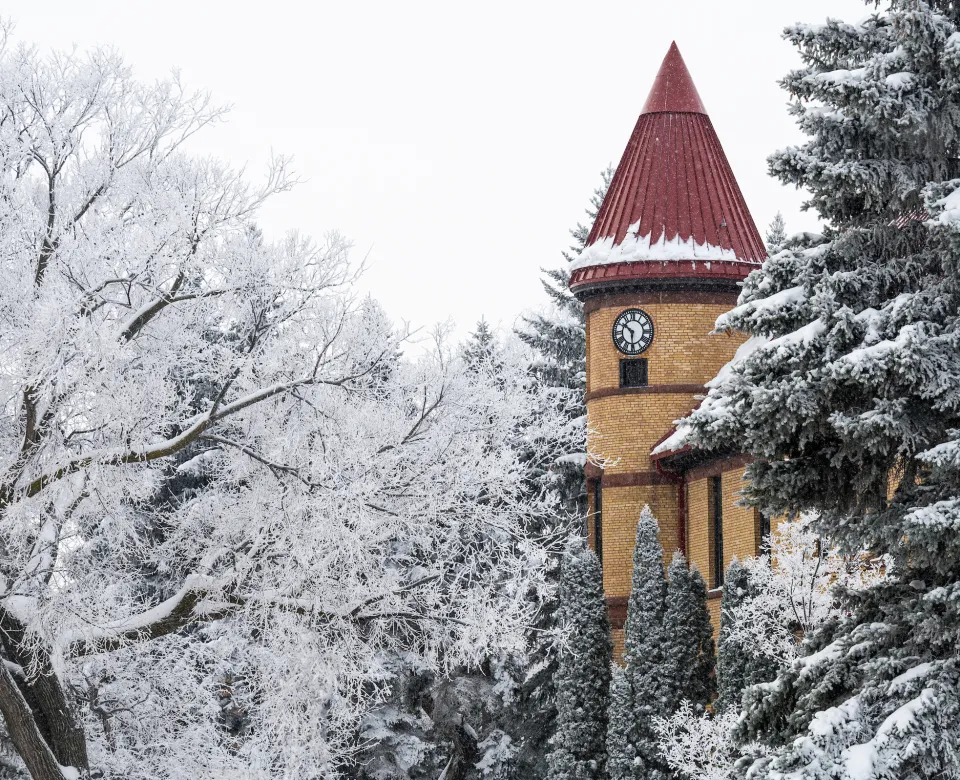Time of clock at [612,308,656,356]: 10:30
